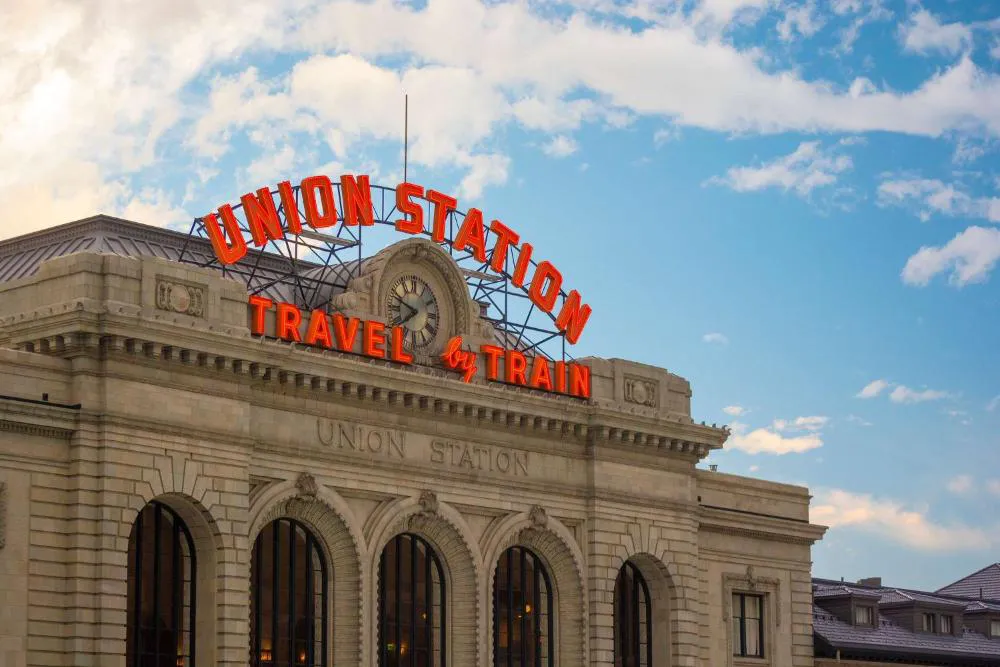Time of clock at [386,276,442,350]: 7:48
